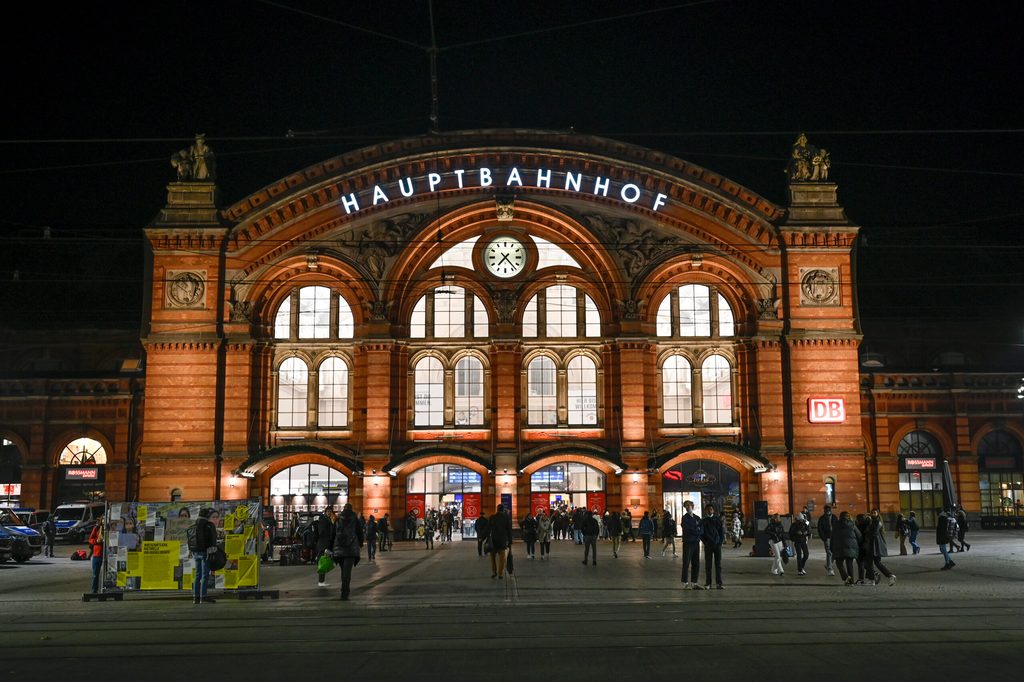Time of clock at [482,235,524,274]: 7:23
